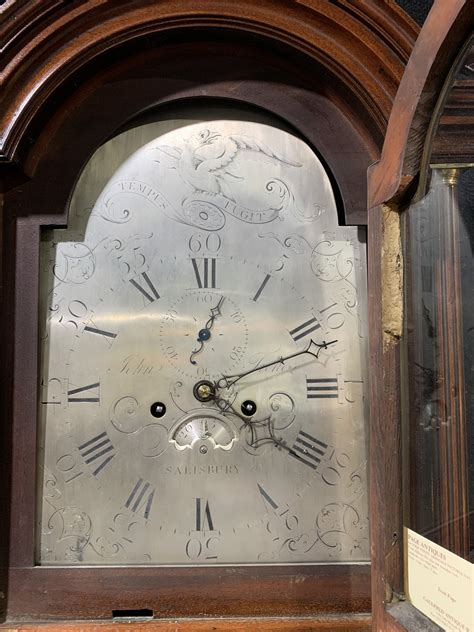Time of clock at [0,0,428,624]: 4:12
